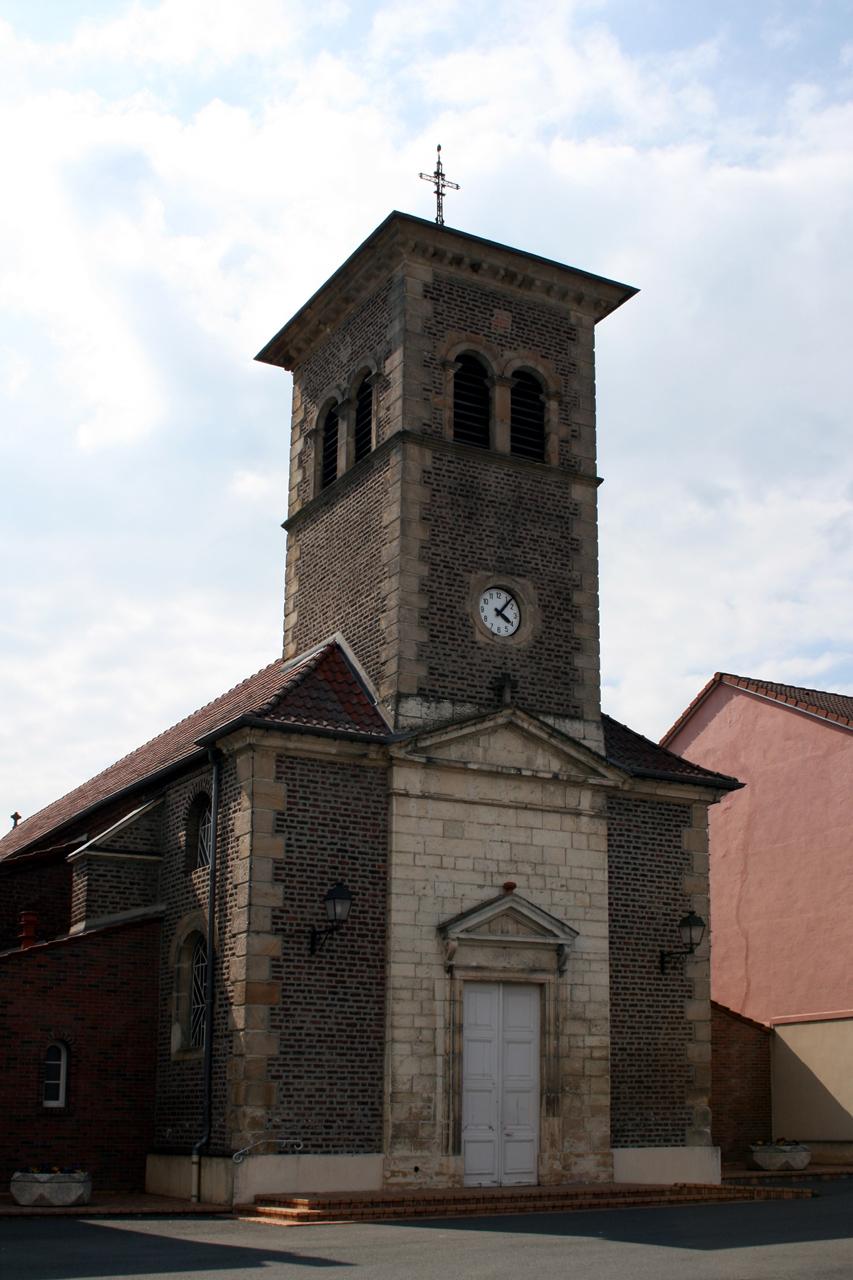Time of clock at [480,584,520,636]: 4:07
